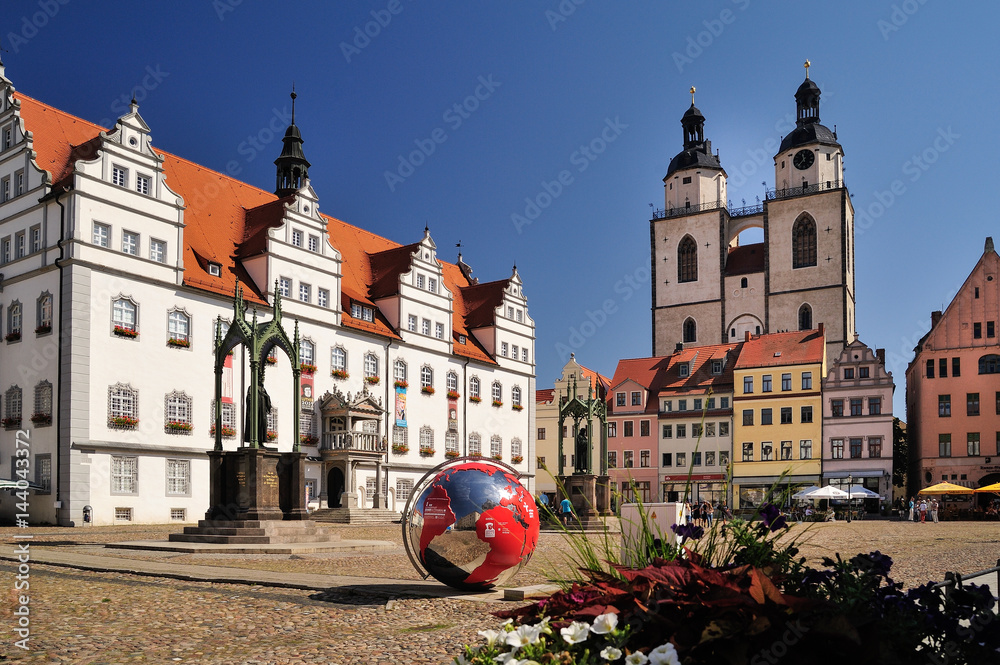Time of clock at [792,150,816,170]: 11:37
